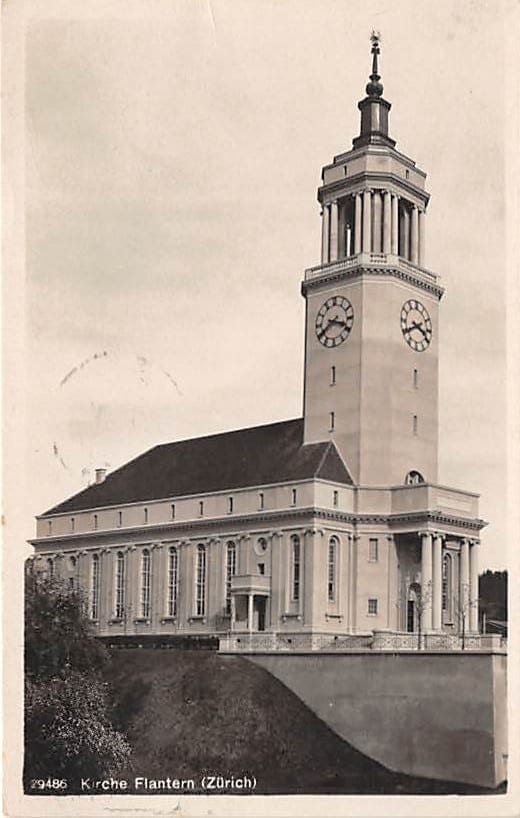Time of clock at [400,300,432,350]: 3:40
